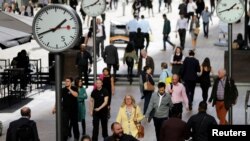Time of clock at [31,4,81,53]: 1:41
